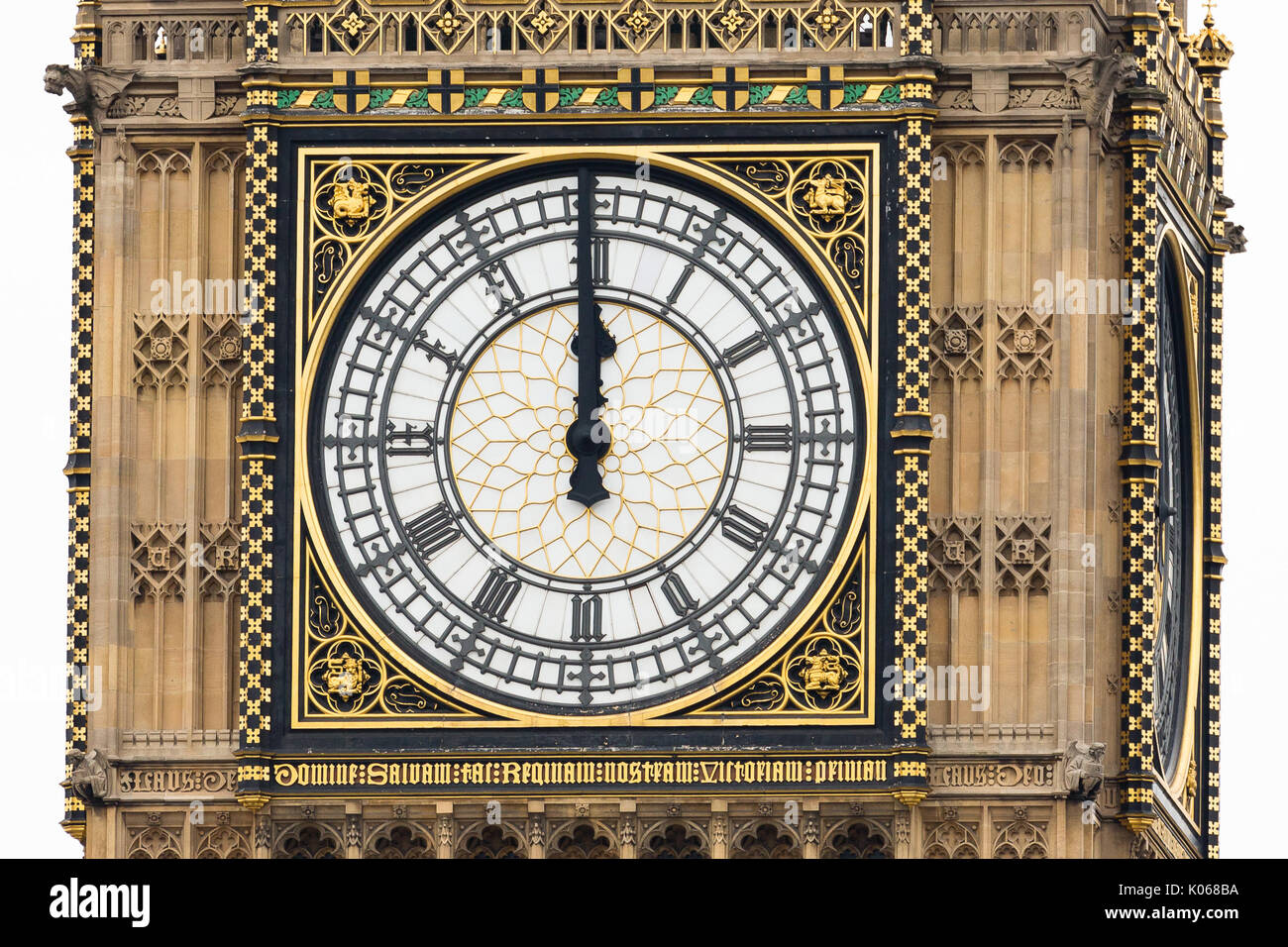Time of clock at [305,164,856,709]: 11:59
